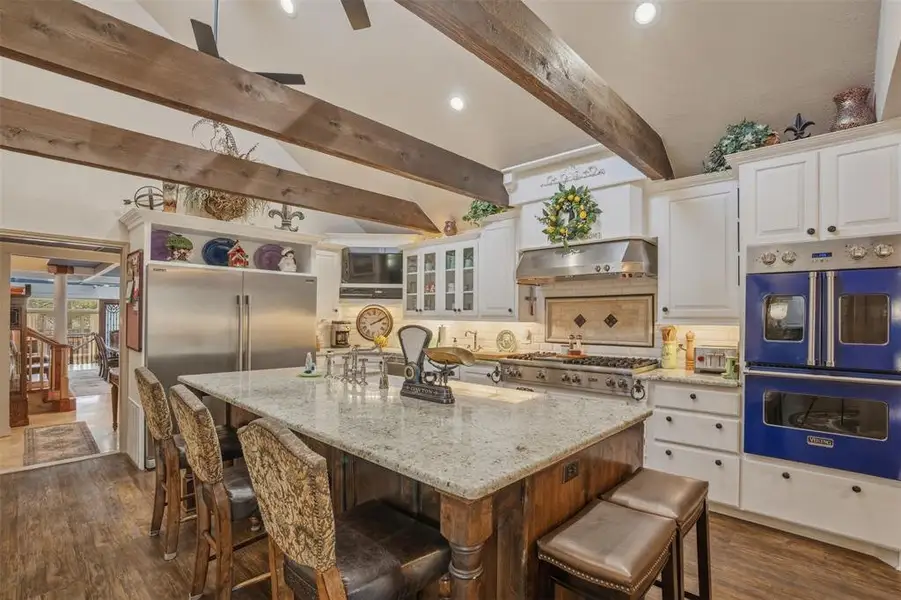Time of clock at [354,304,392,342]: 2:09
